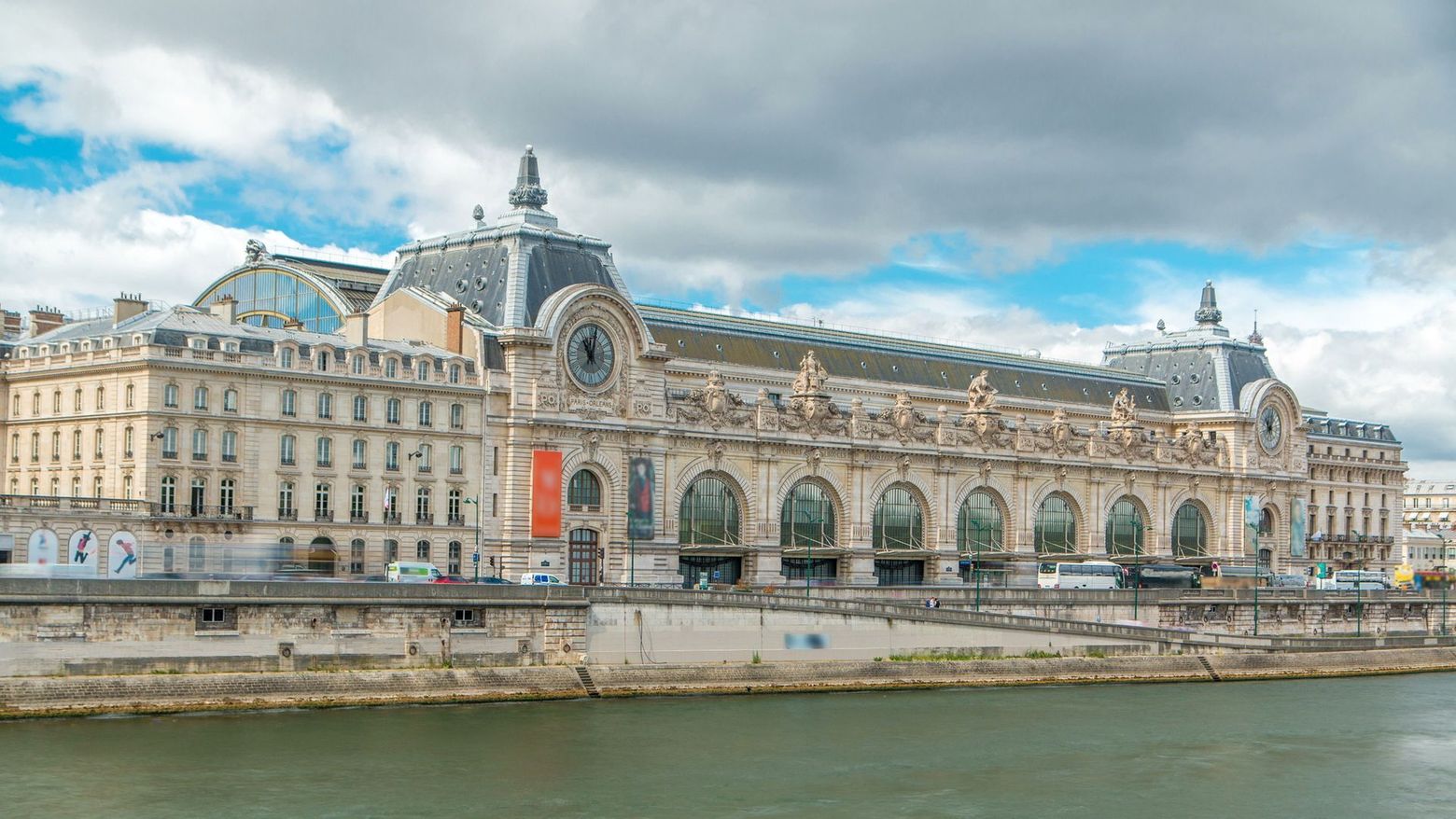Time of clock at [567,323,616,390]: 11:02
